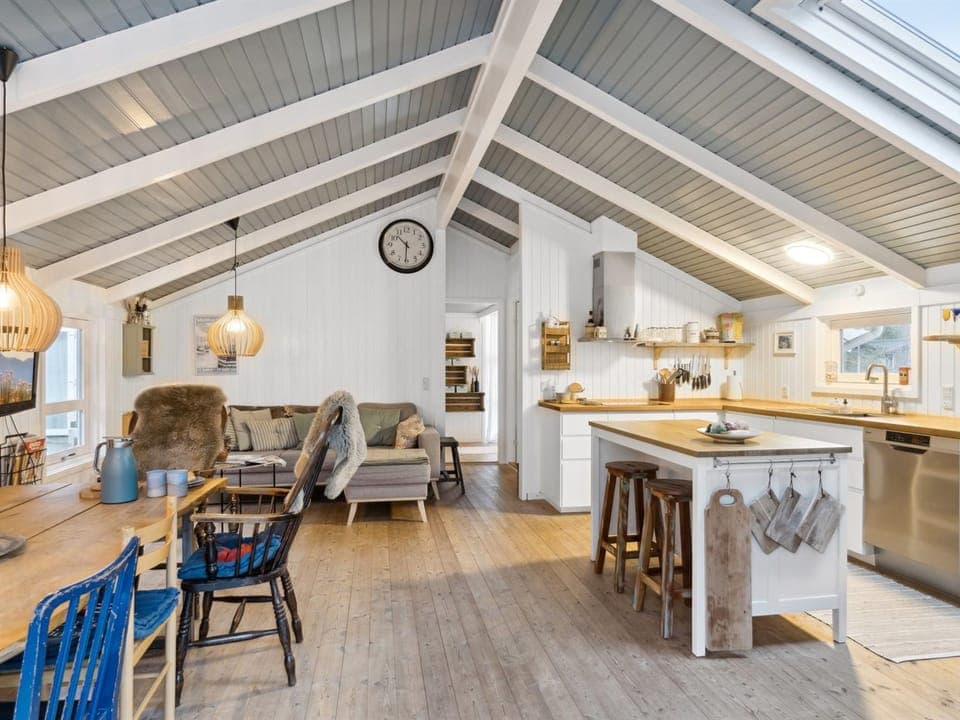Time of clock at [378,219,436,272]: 10:30
